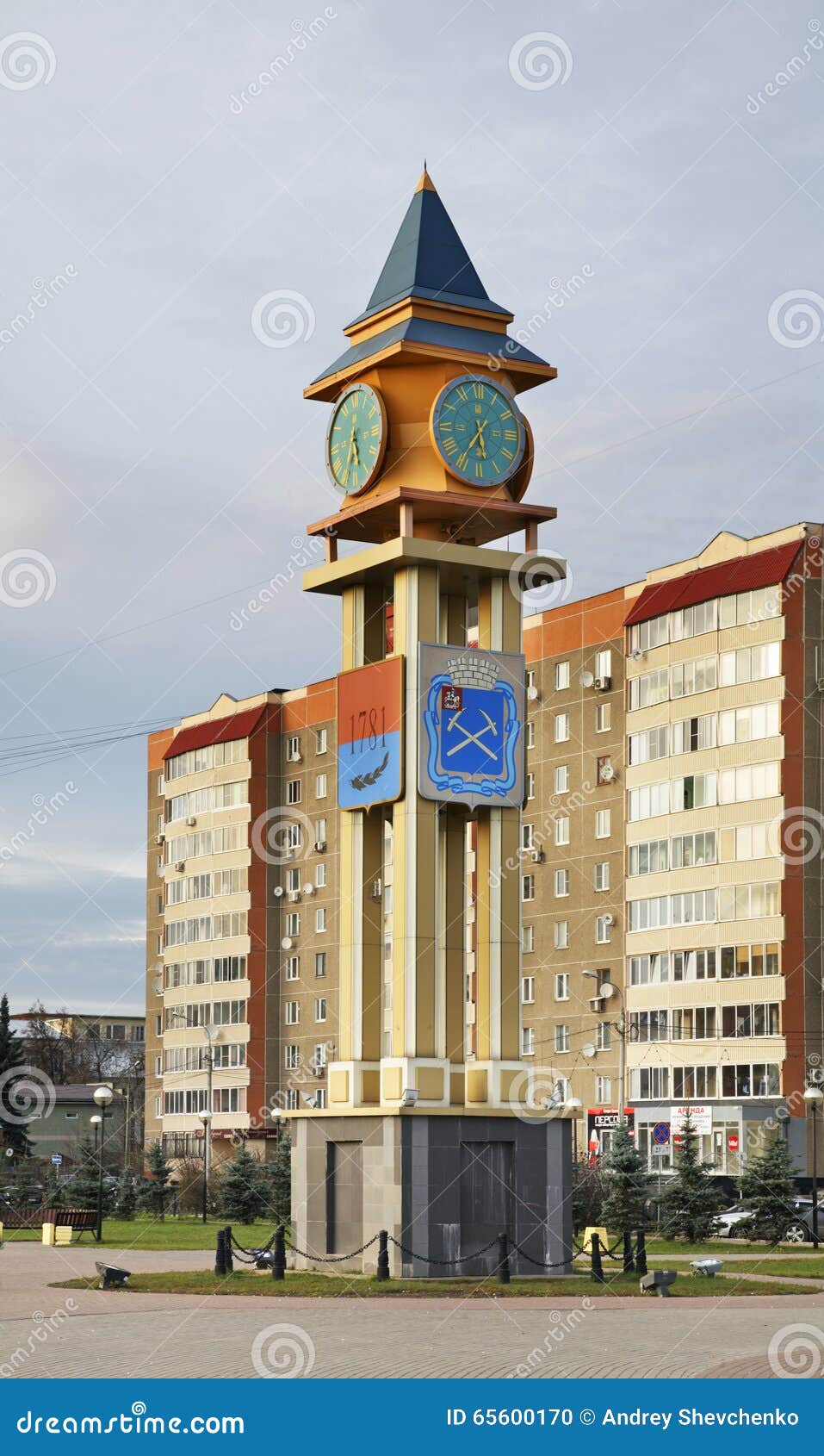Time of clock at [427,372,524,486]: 5:35
